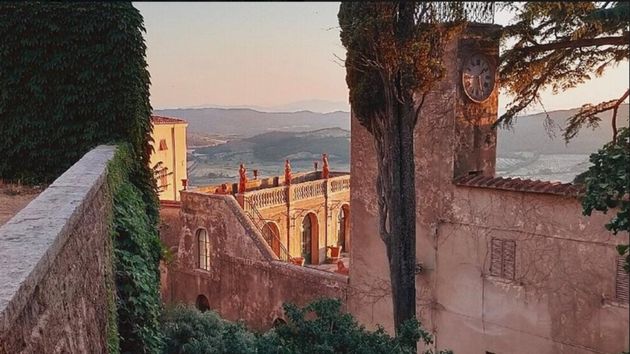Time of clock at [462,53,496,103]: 1:28
